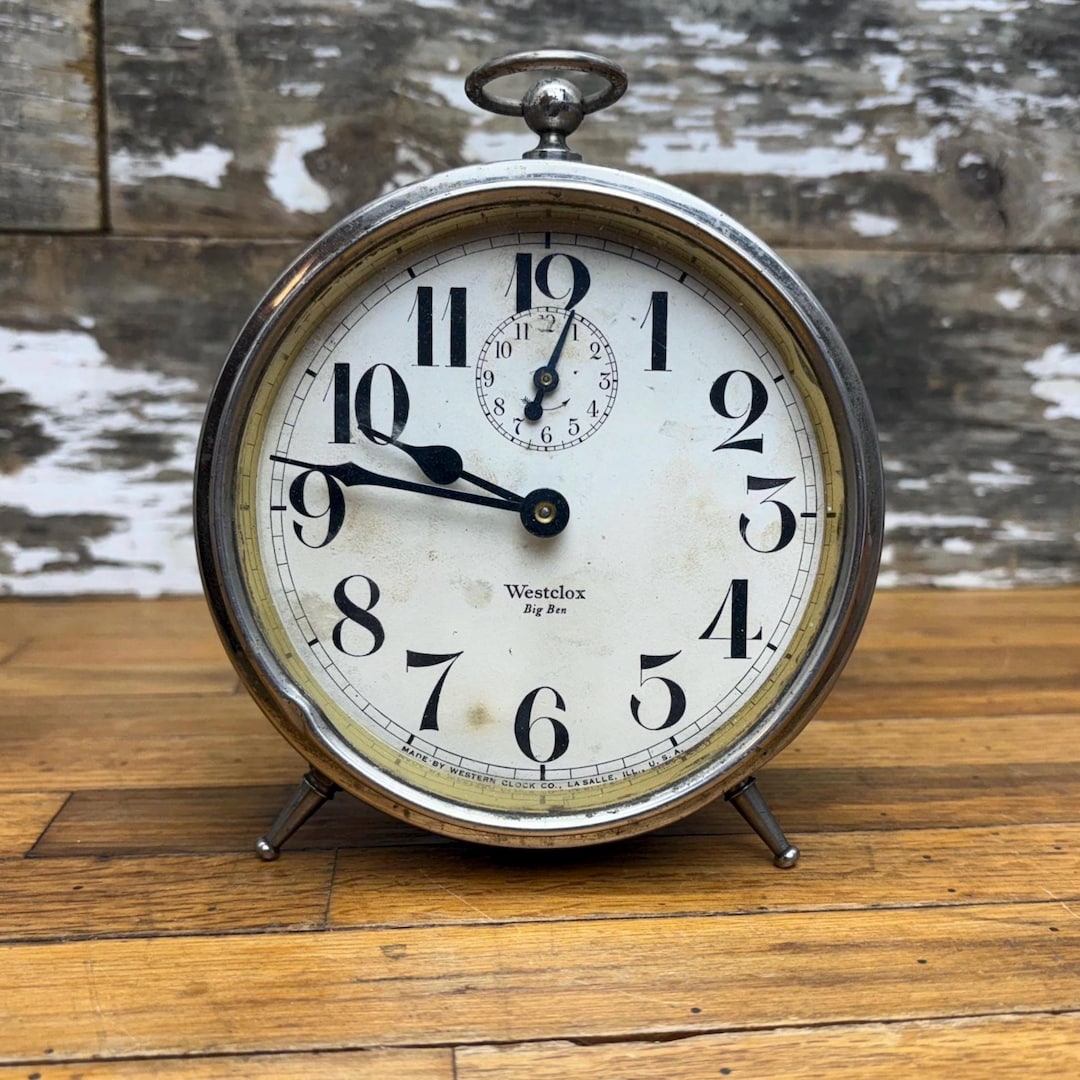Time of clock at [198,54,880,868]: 9:46
